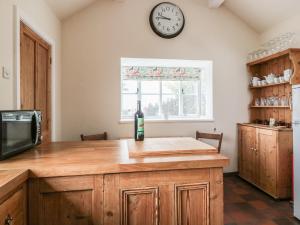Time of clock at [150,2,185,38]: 9:45
